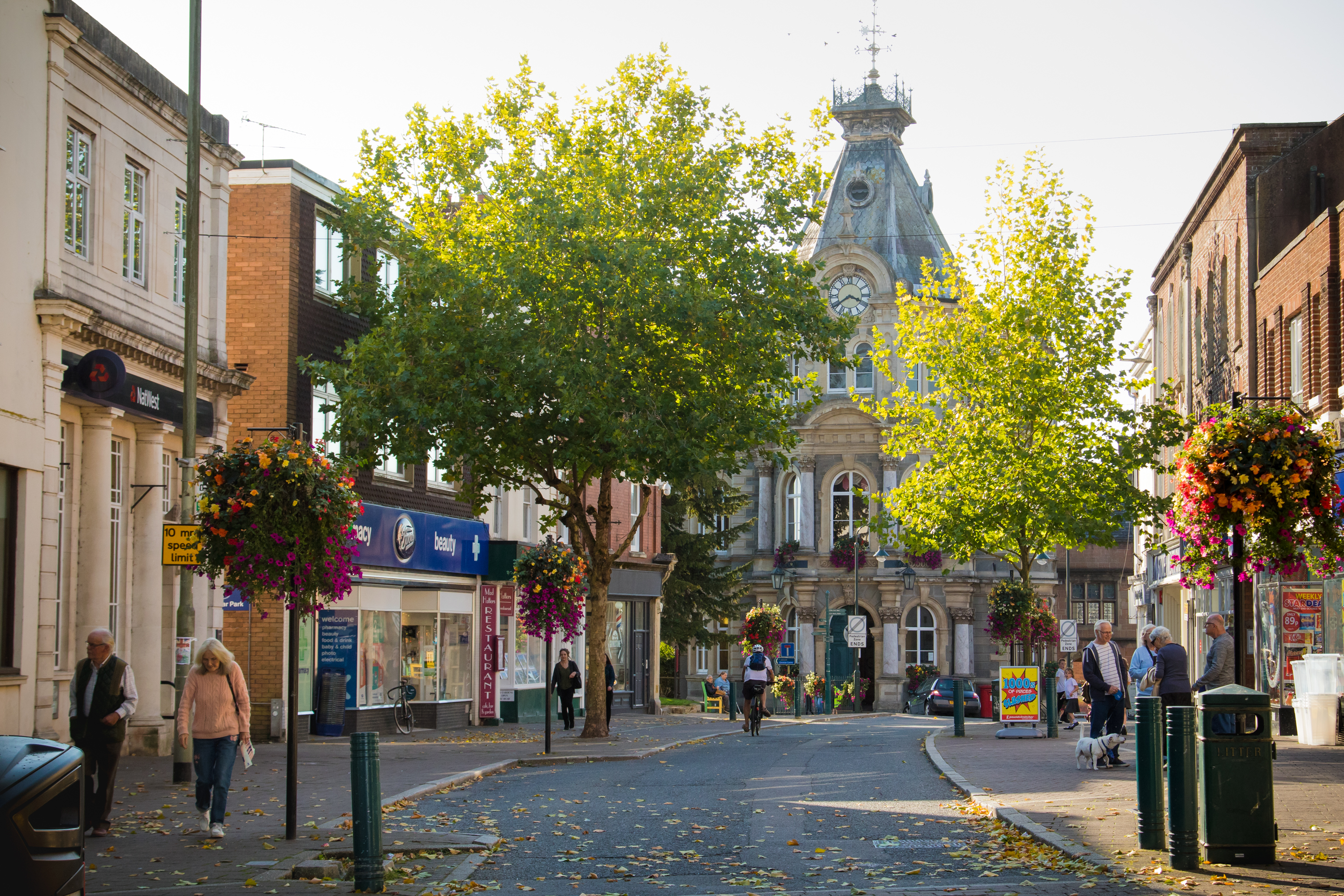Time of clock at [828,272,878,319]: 3:39
